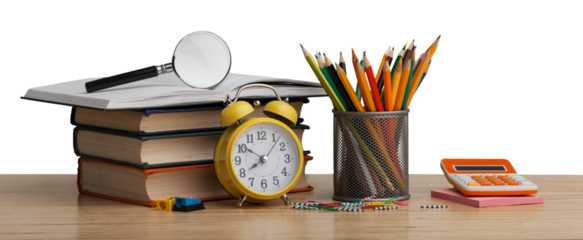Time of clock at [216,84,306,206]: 7:50
